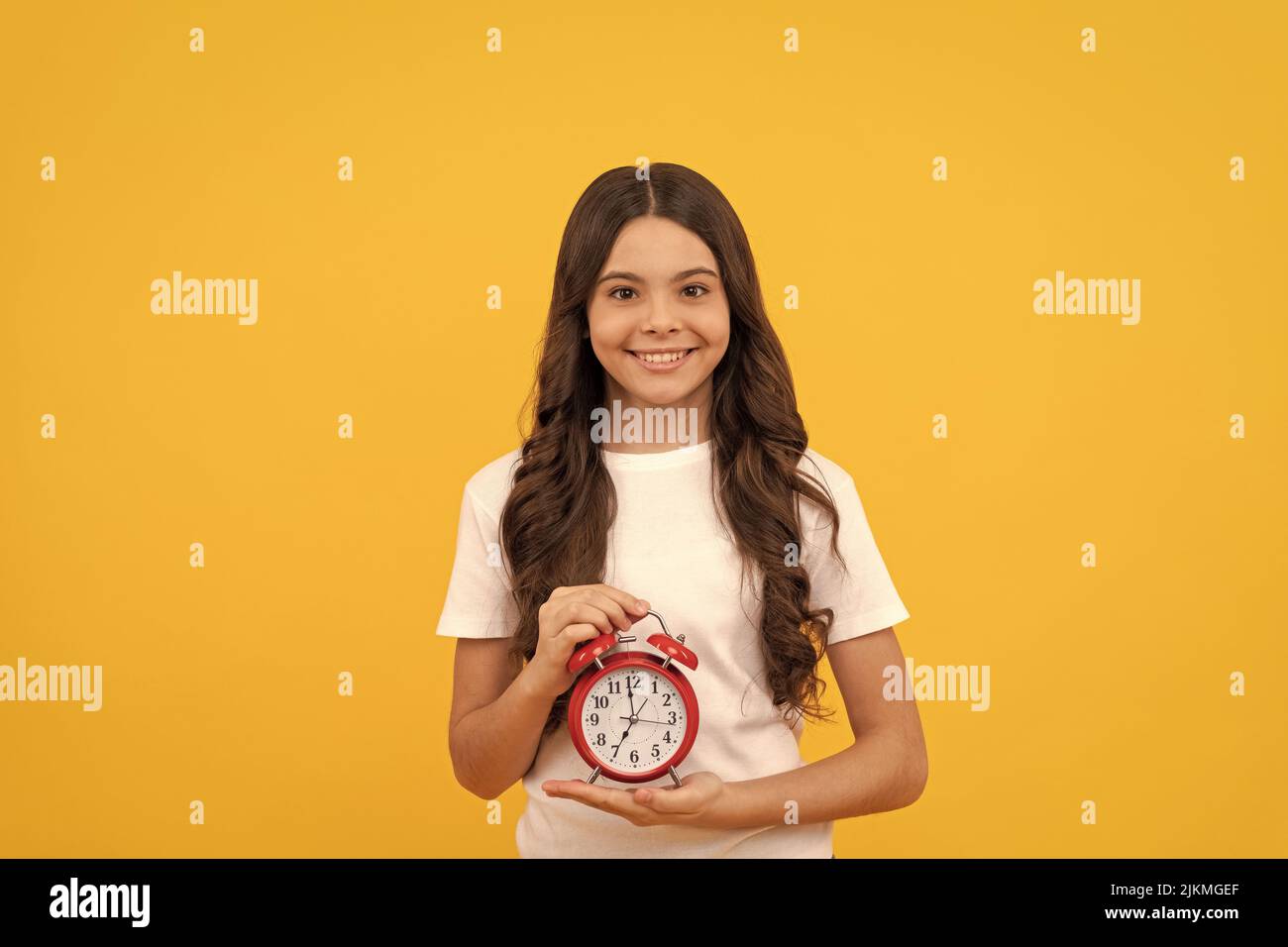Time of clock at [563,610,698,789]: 6:58
